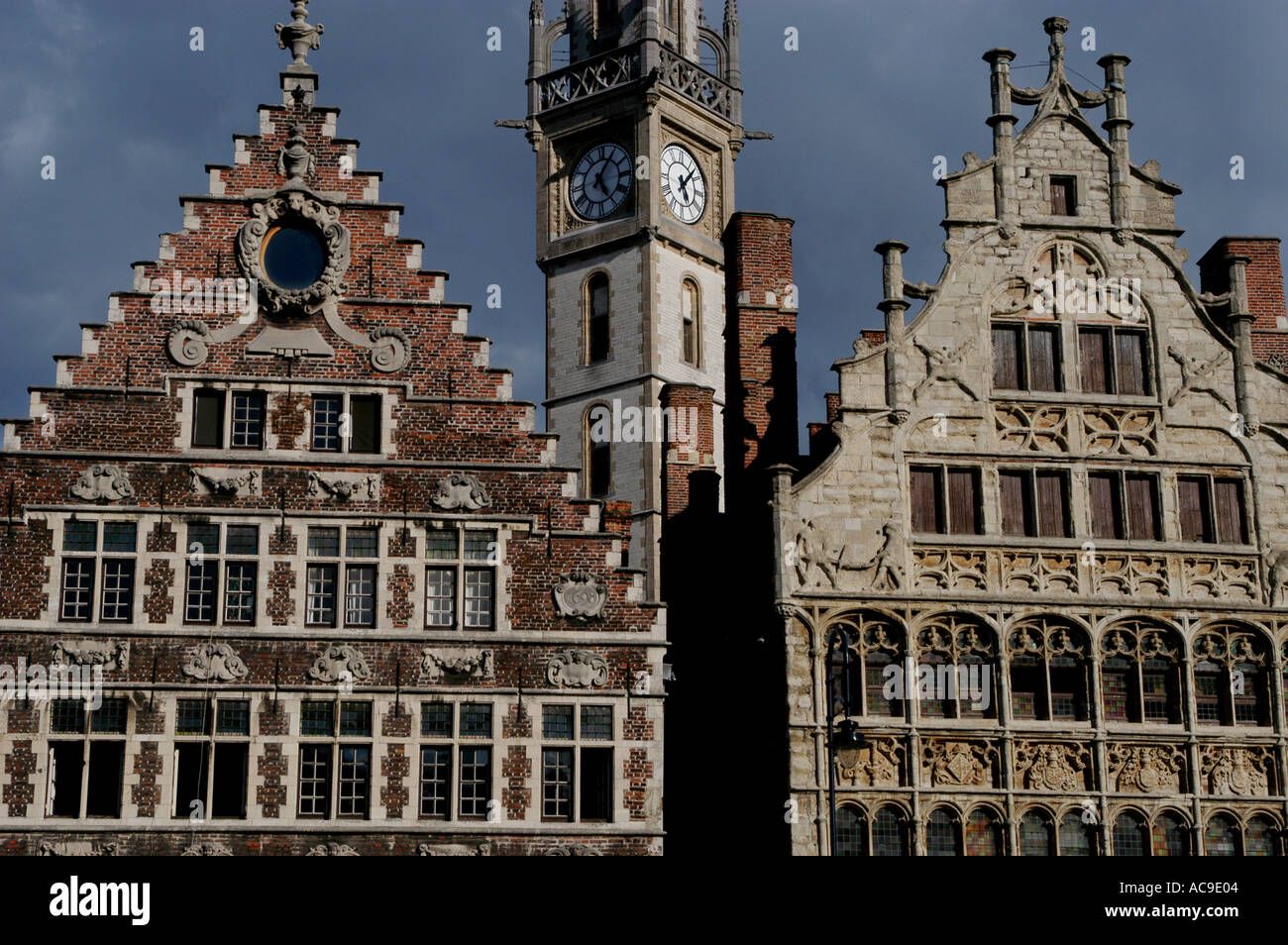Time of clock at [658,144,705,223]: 5:06
